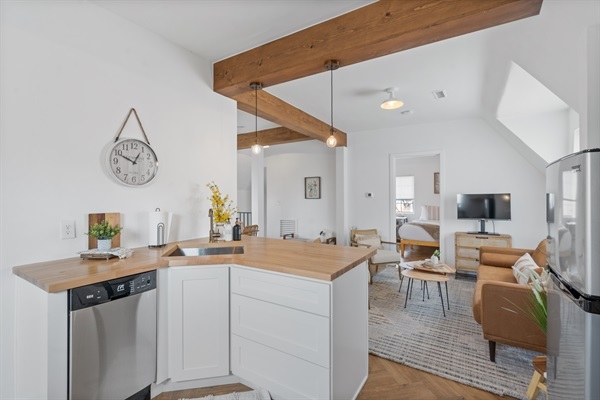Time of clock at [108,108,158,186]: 12:49
